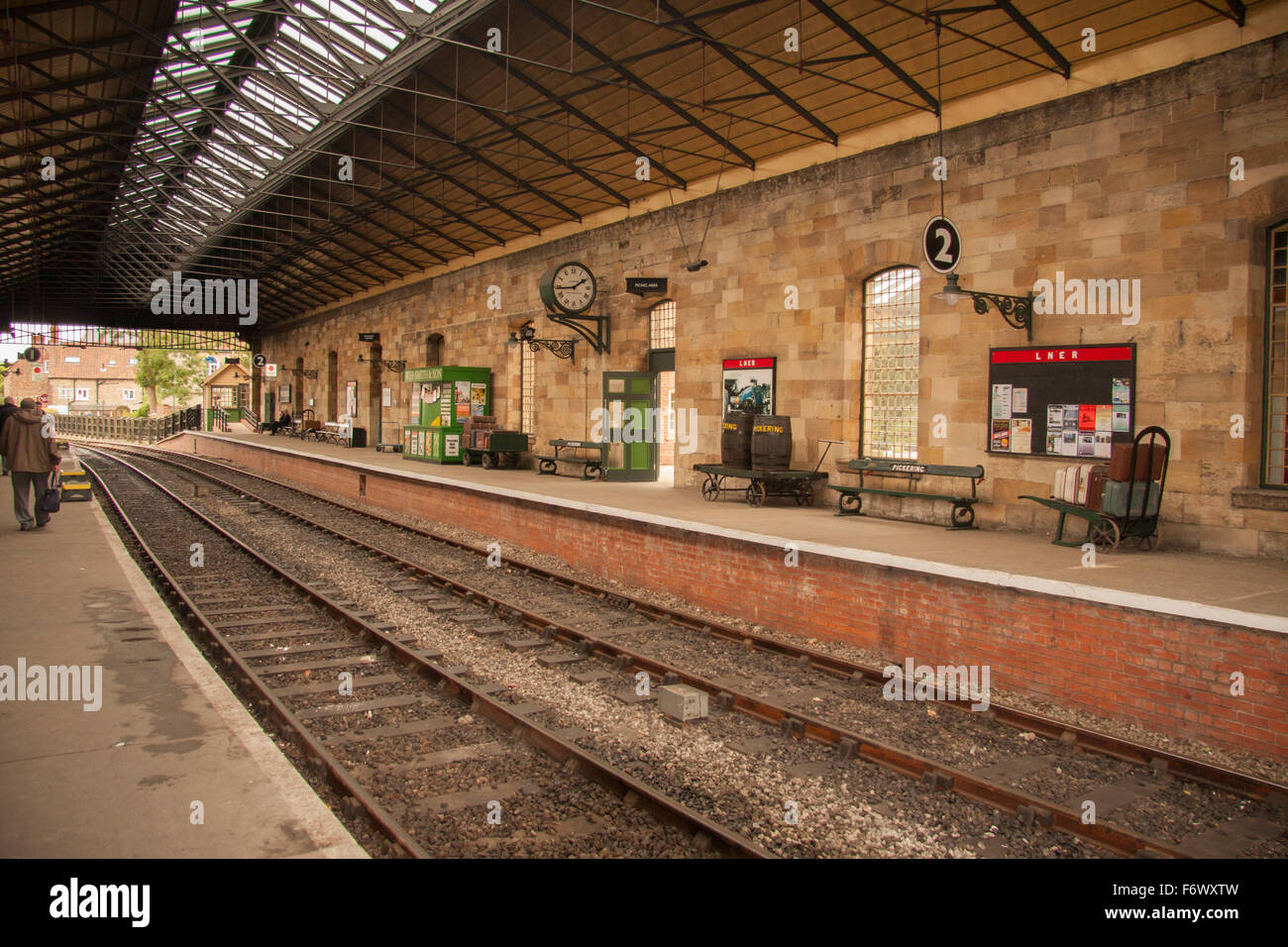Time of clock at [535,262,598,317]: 1:44
